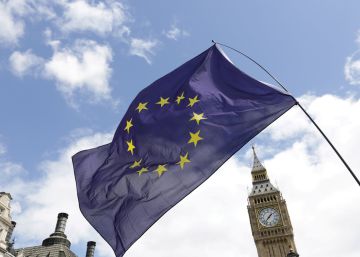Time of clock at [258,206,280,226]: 1:37
